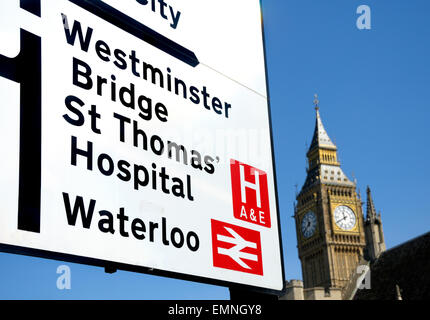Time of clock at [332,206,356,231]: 11:40
